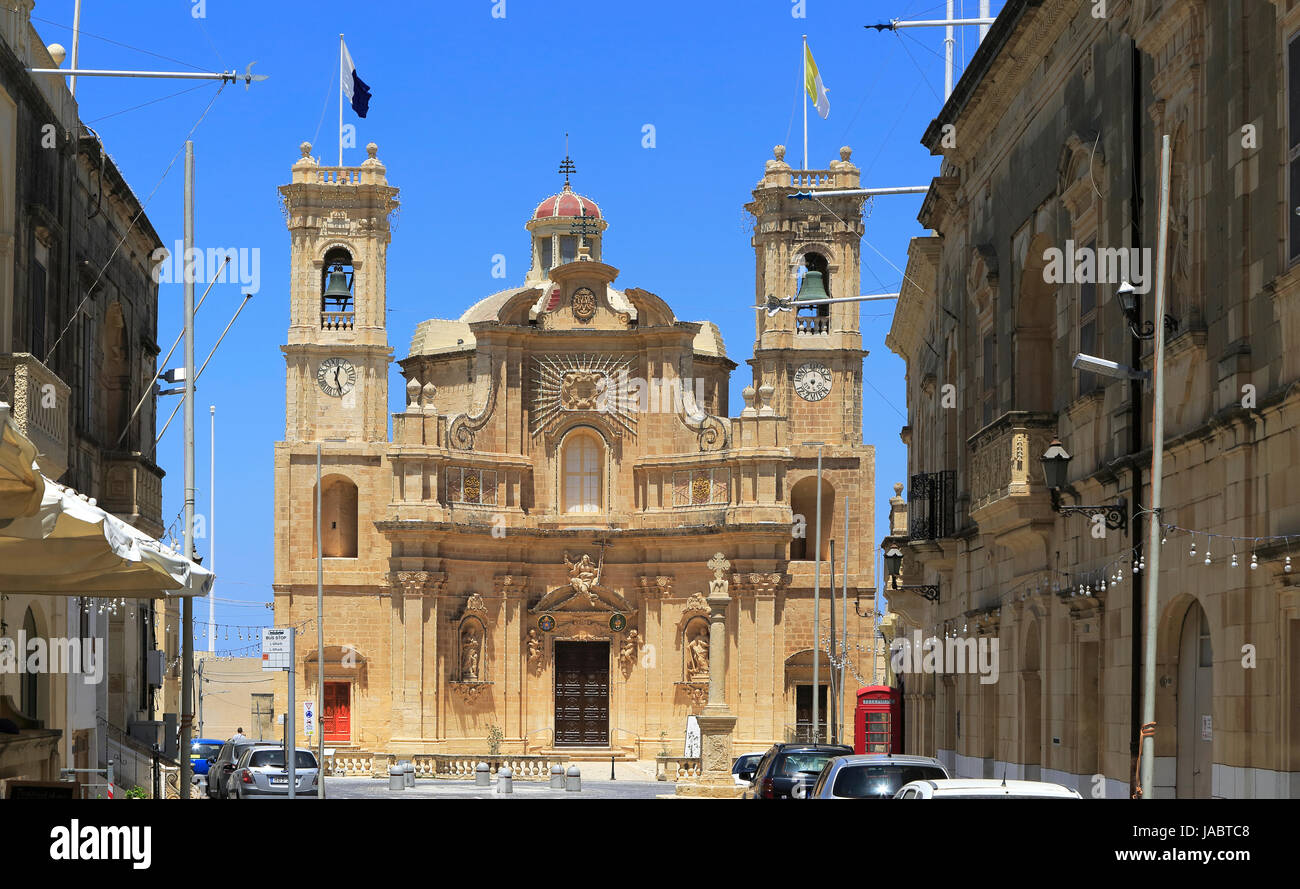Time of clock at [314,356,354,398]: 12:26
